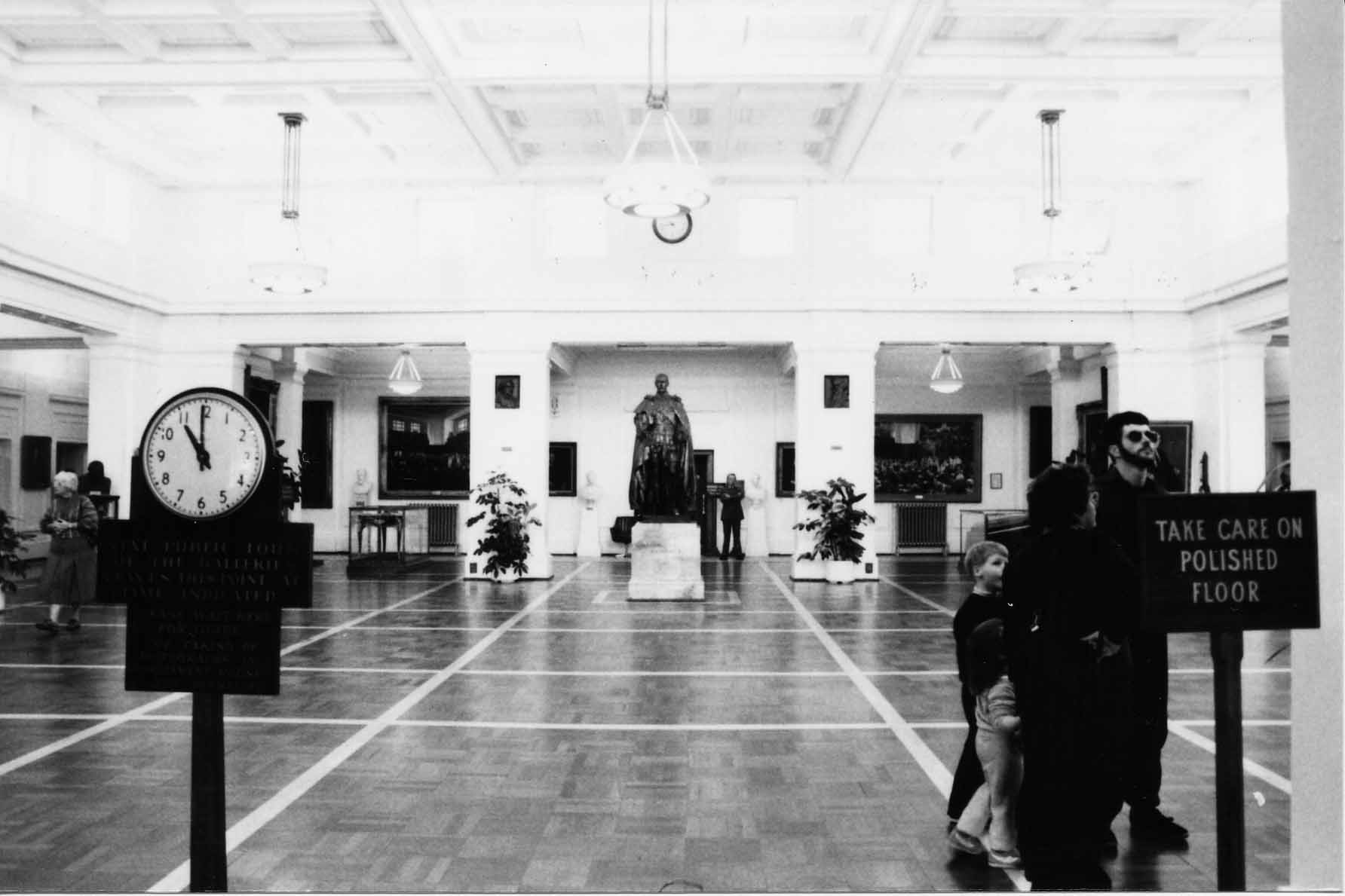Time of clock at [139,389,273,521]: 10:59
